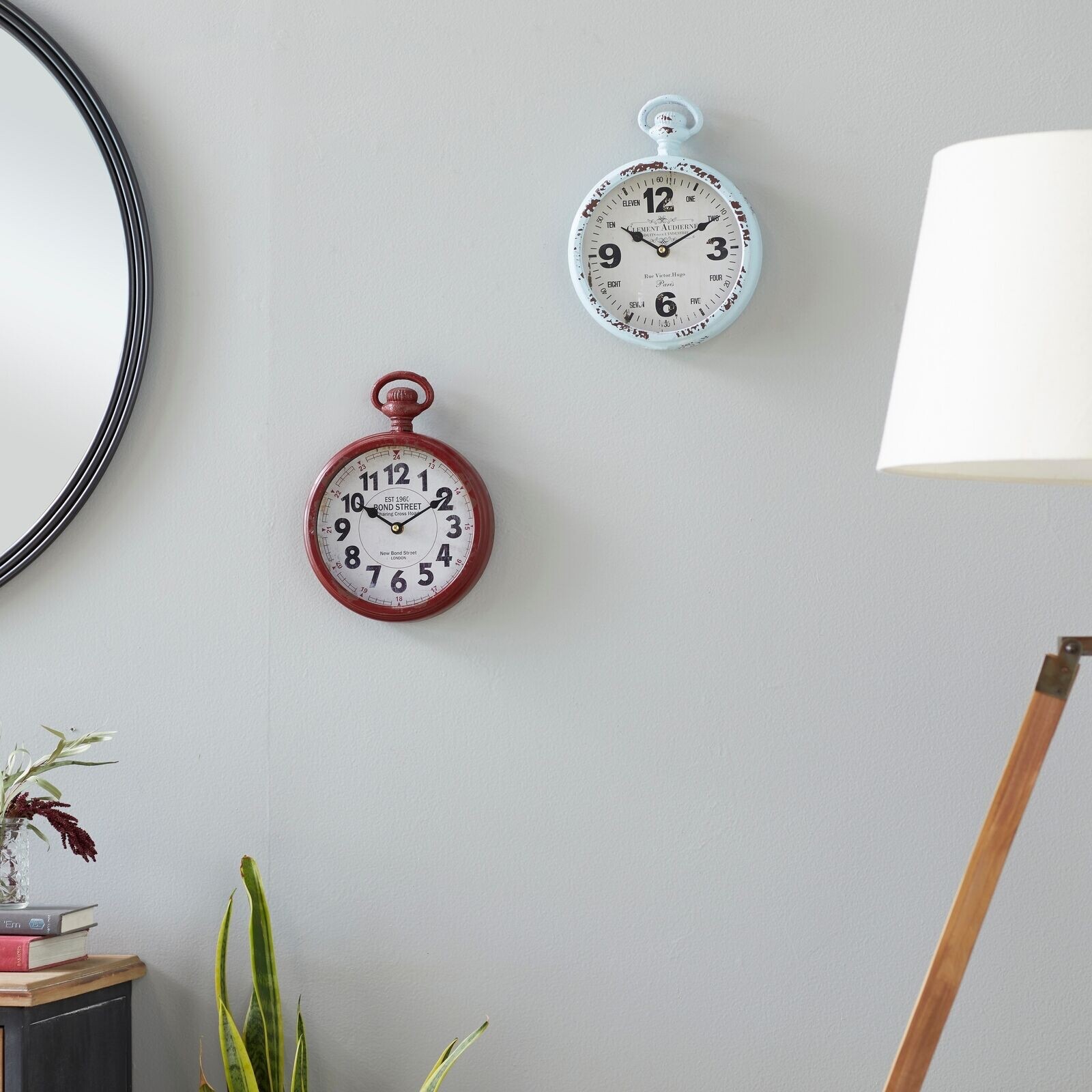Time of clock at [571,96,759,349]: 10:10
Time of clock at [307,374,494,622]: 10:09
